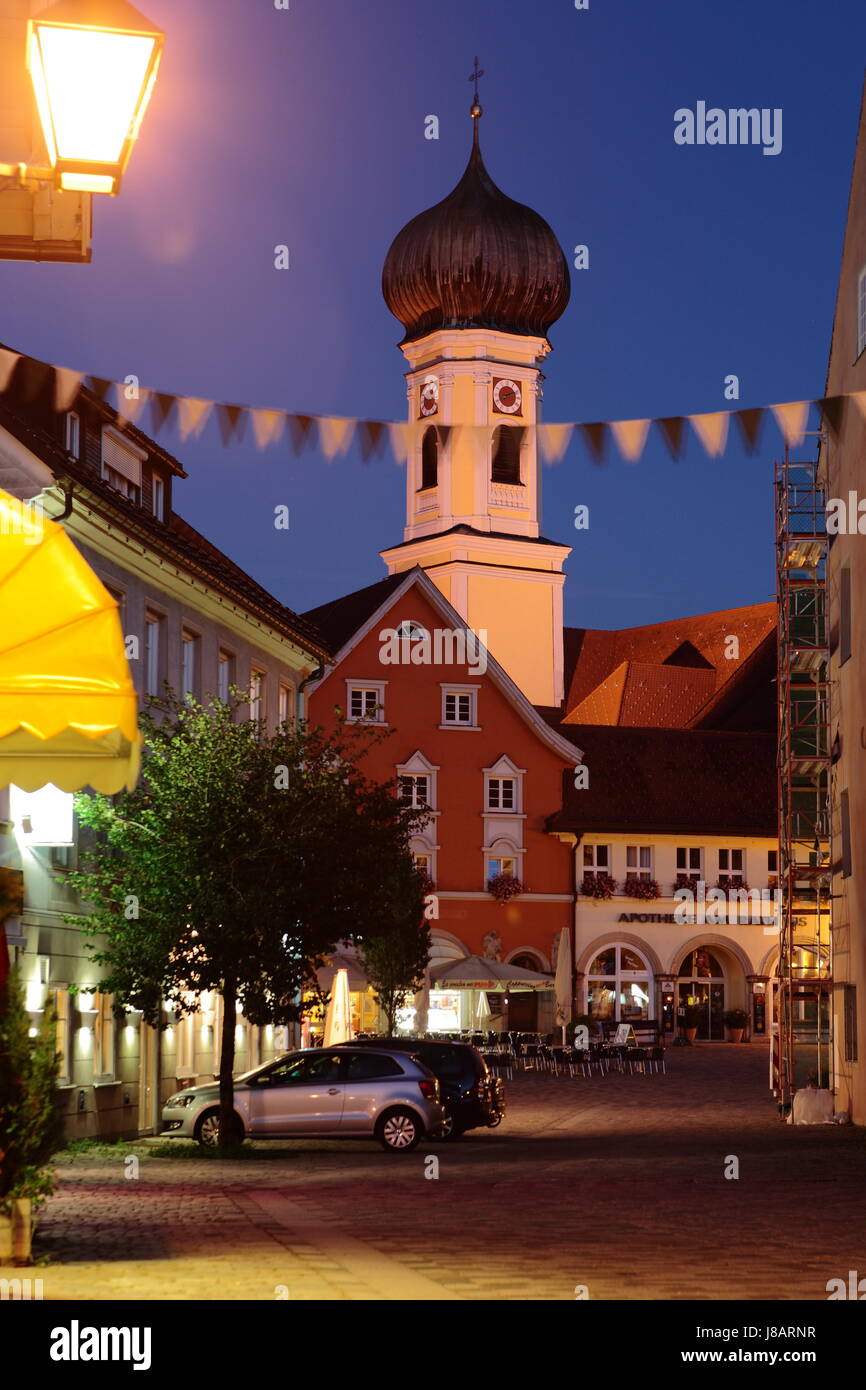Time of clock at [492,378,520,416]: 8:11
